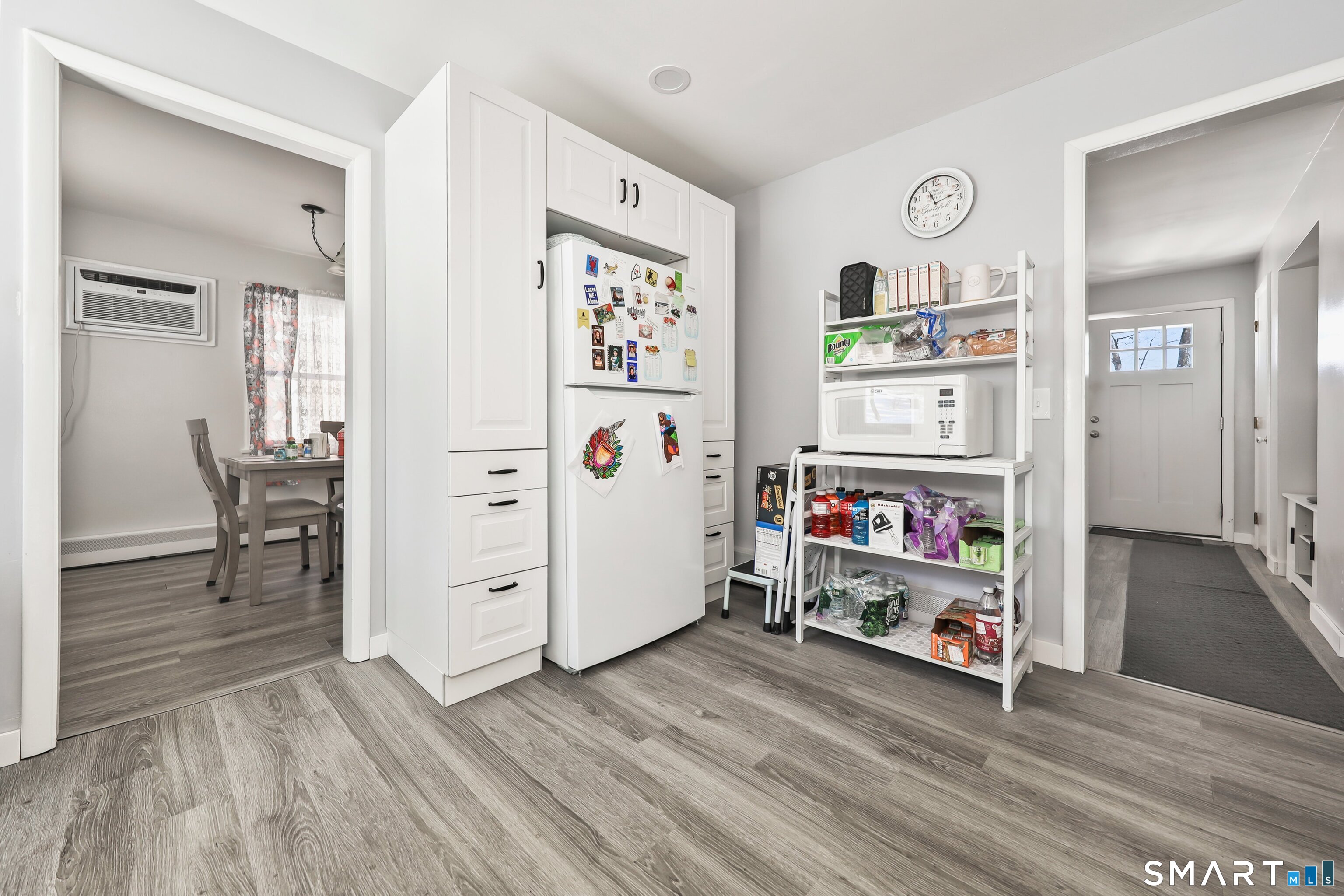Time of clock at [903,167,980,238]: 11:12
